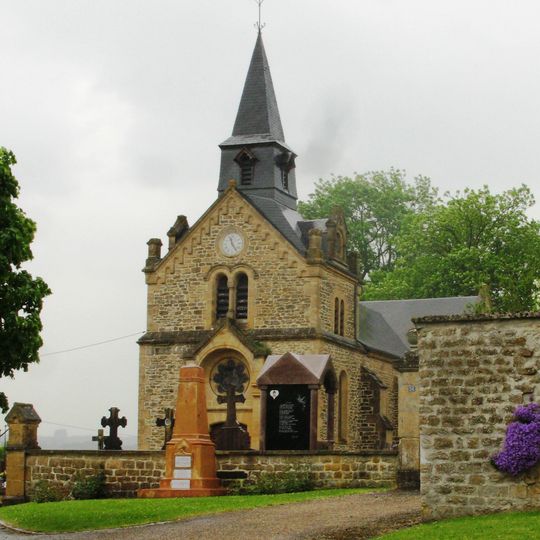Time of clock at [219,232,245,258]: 11:24
